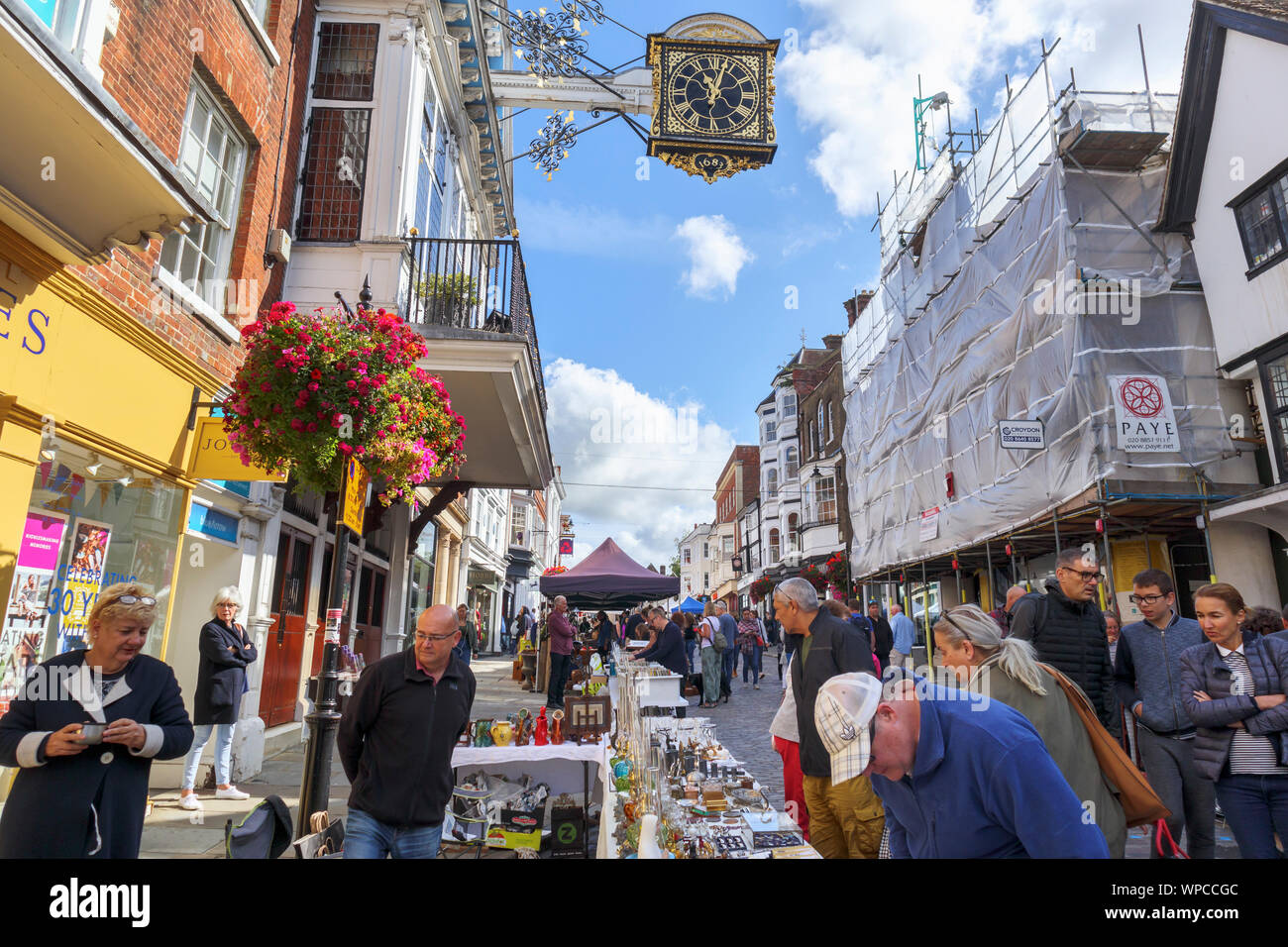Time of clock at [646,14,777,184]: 11:02
